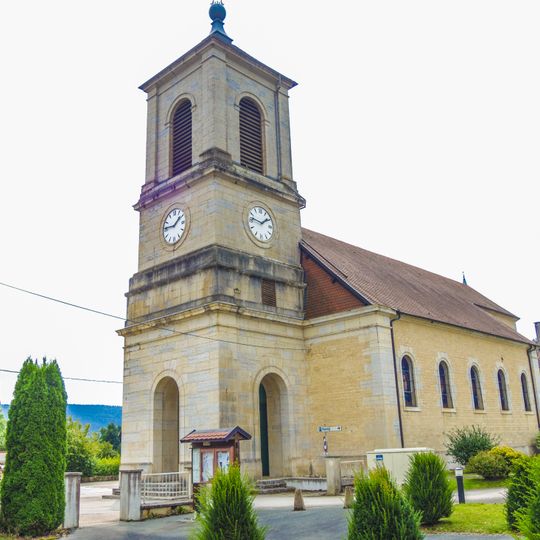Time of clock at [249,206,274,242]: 1:46
